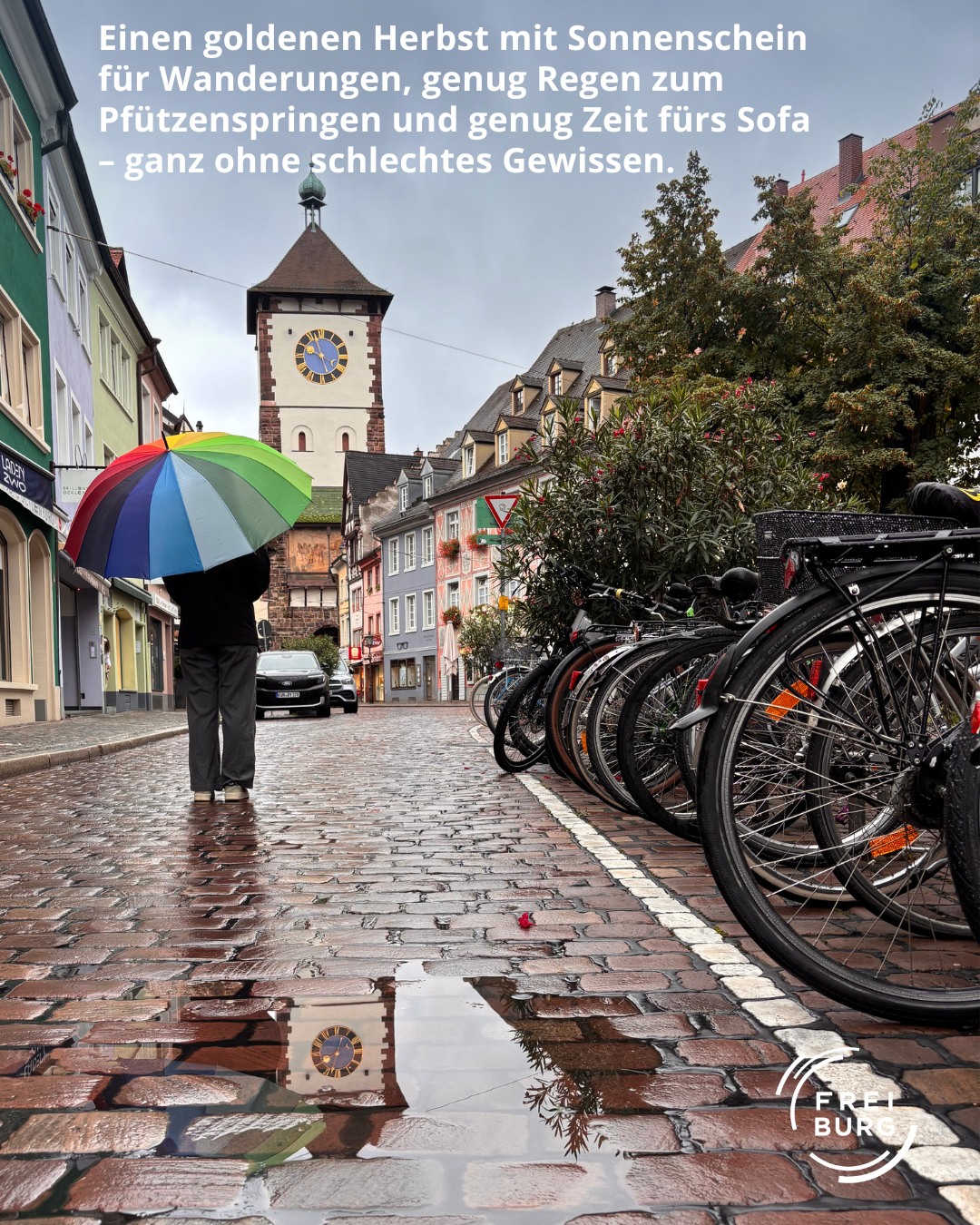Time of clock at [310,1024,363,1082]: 12:32
